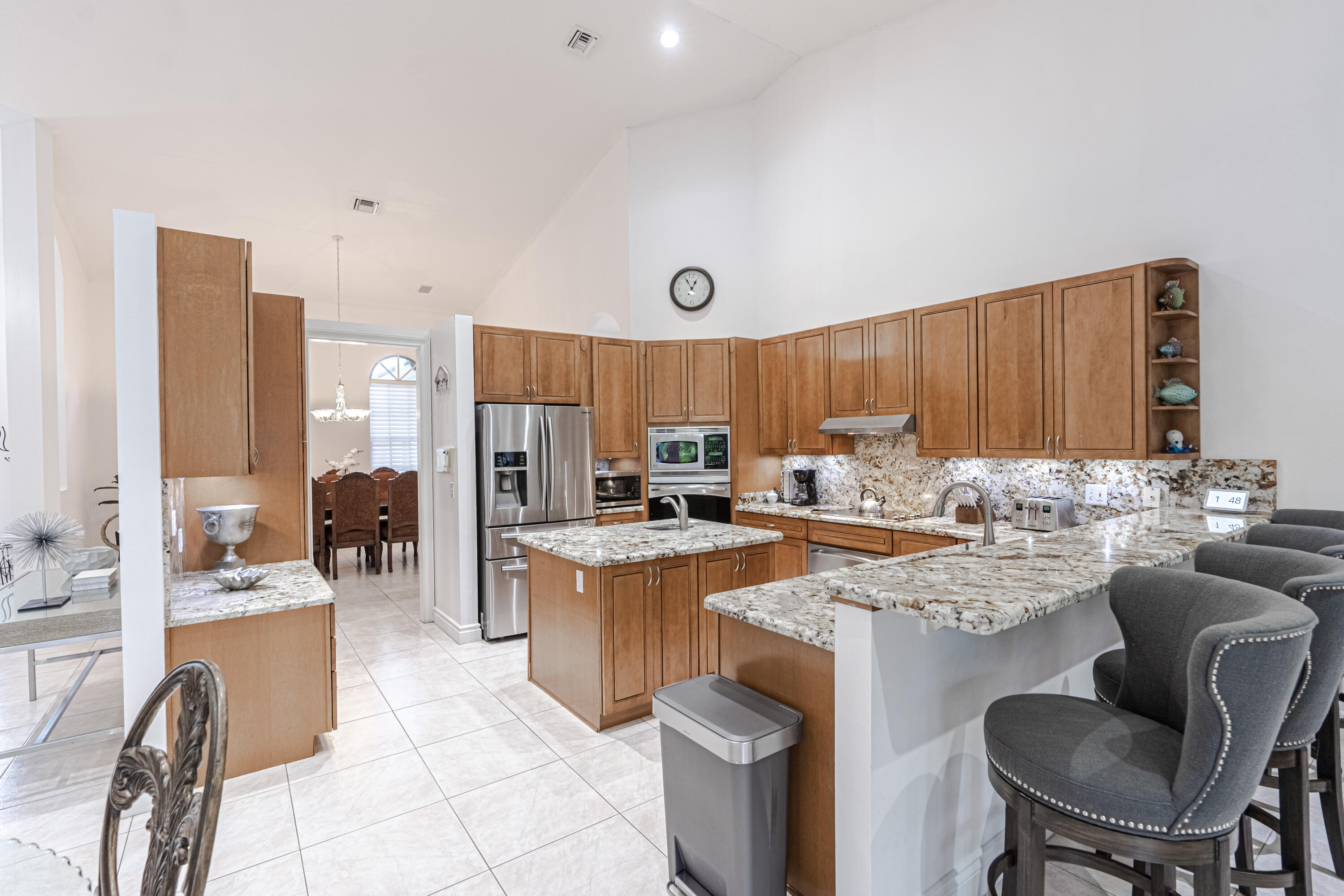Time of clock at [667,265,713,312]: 12:55
